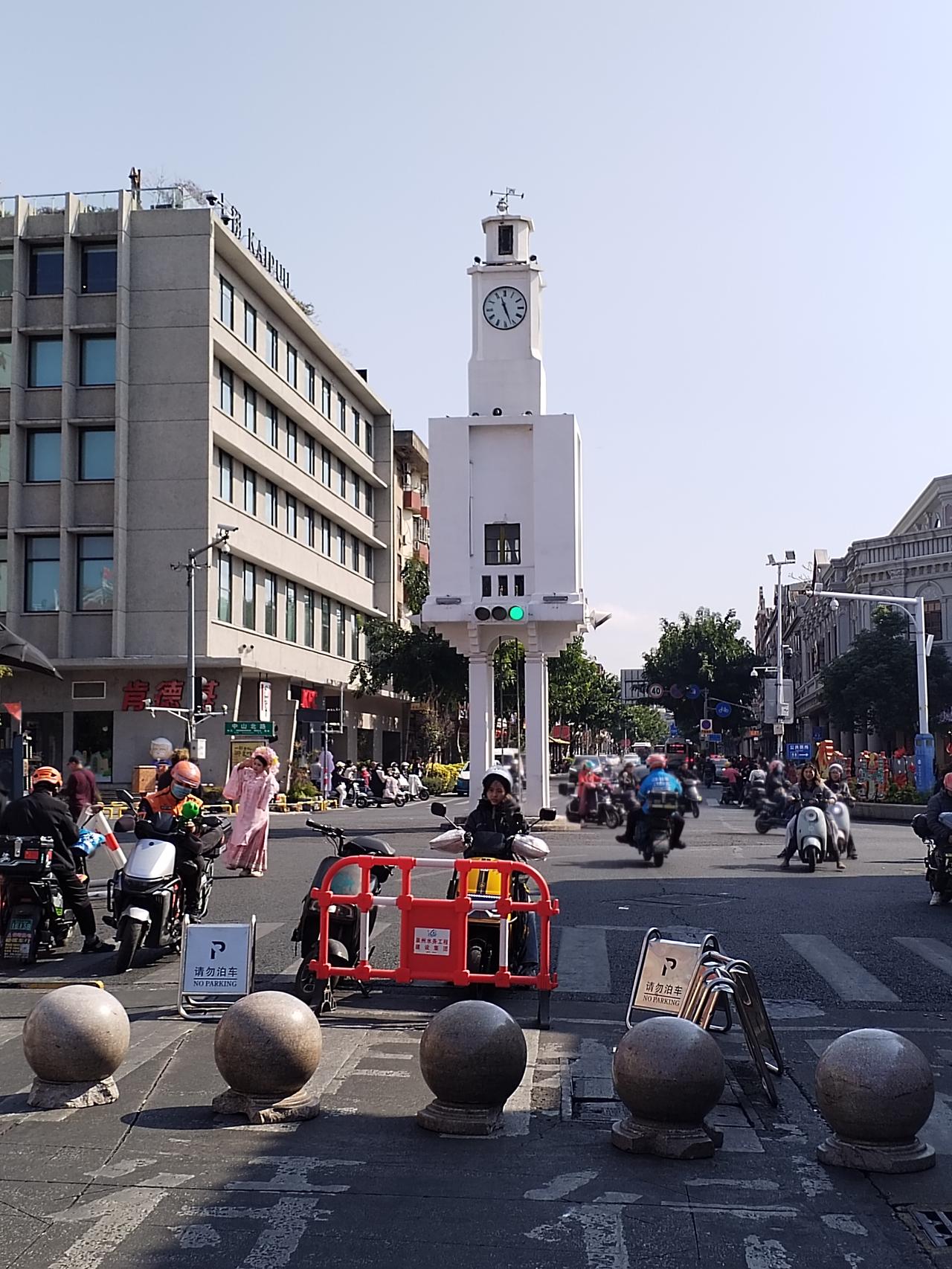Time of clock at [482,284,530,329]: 11:26
